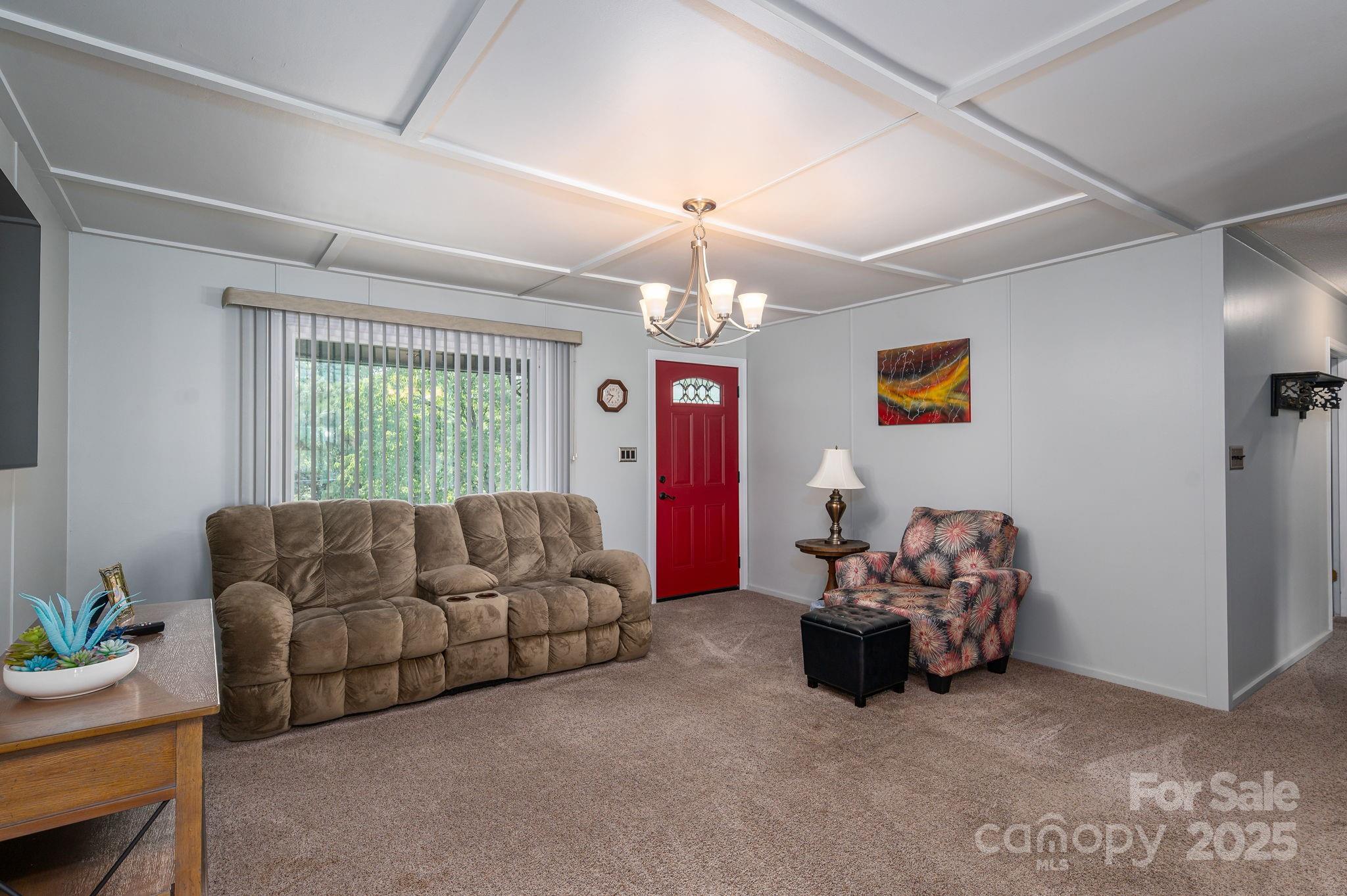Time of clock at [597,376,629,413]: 9:36
